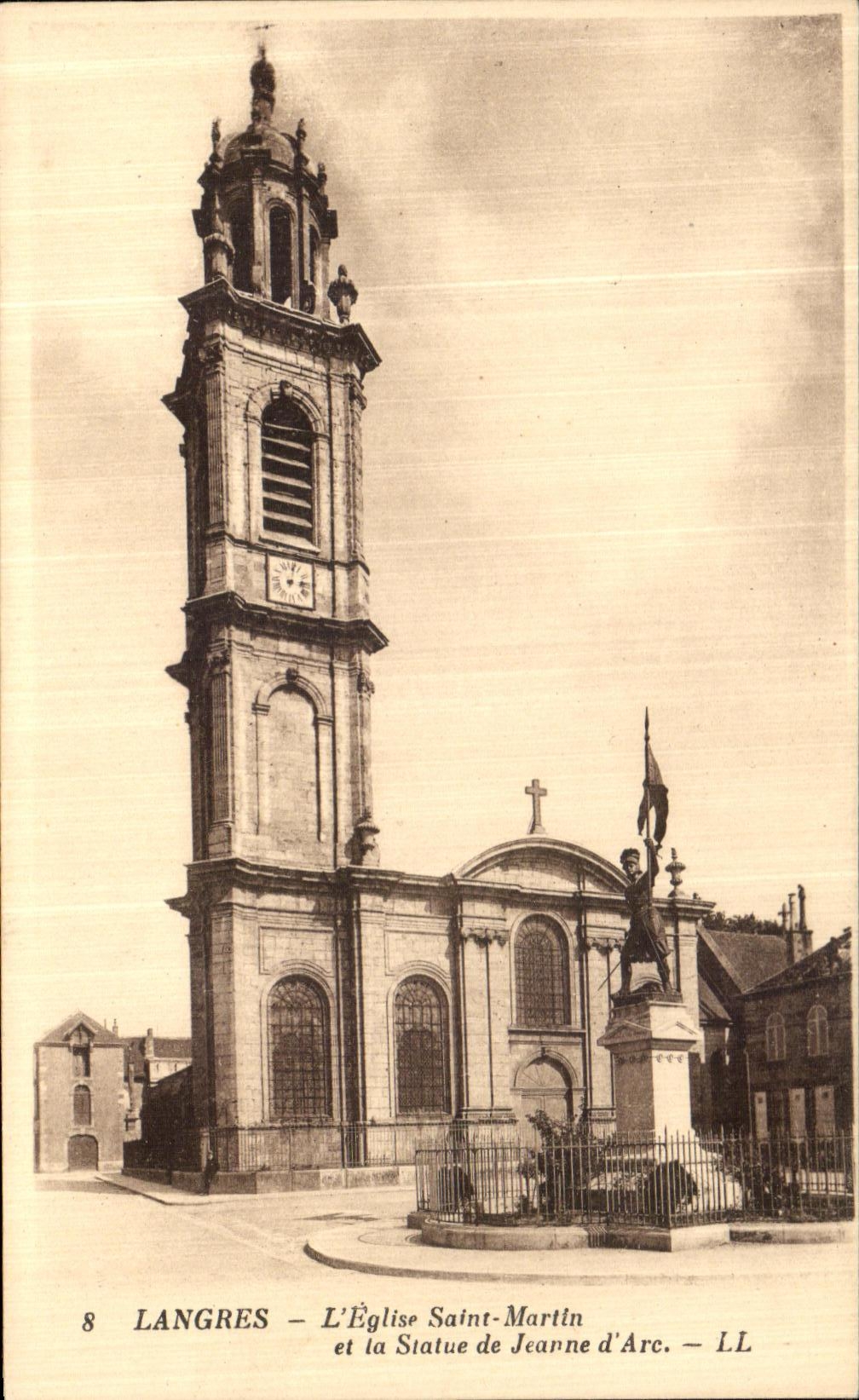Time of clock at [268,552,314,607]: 3:01
